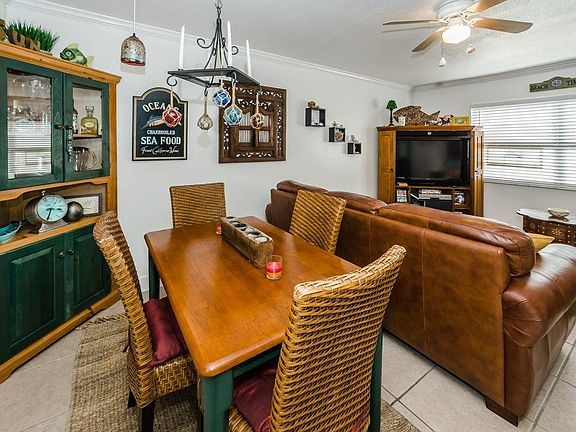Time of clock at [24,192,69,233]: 3:32
